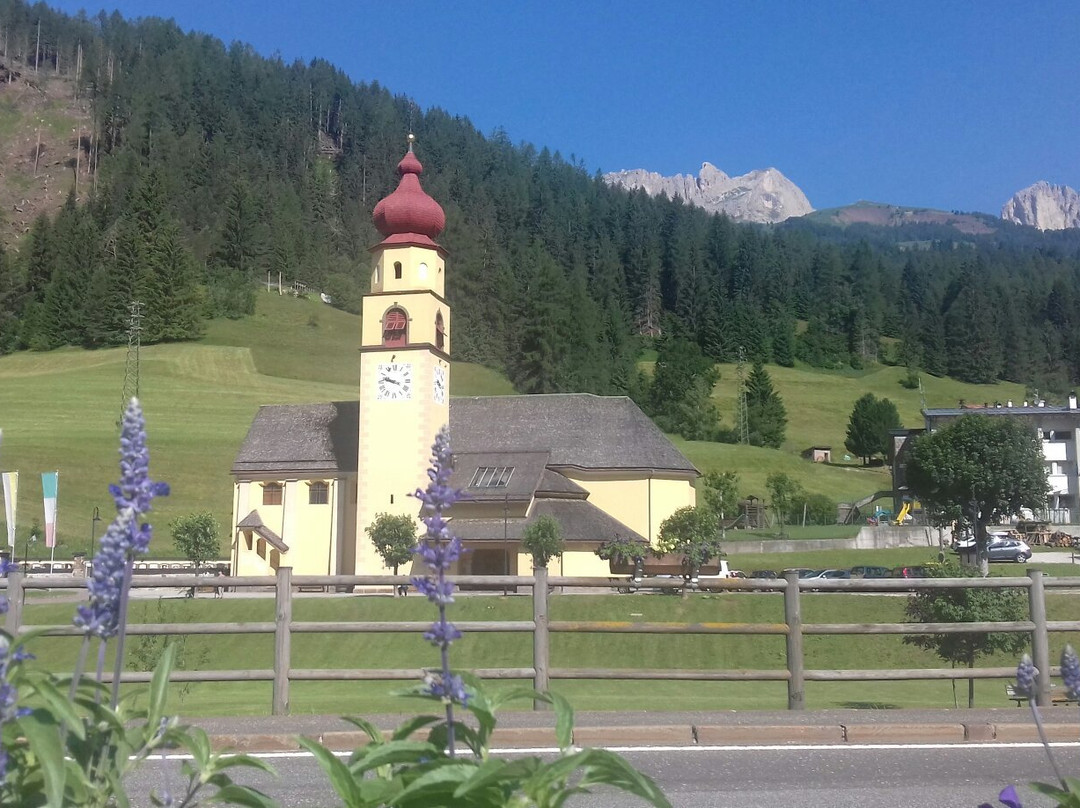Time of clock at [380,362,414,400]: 9:47
